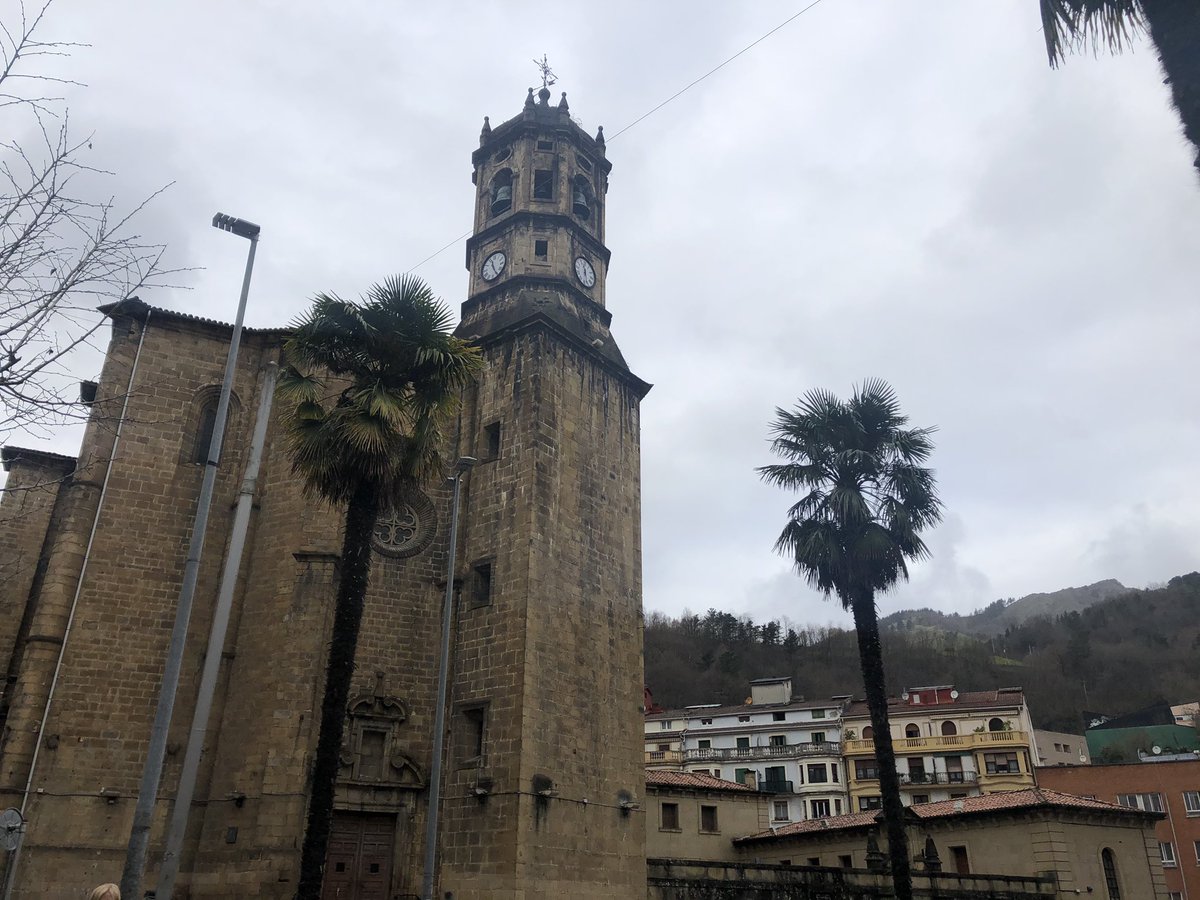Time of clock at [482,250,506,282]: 11:24
